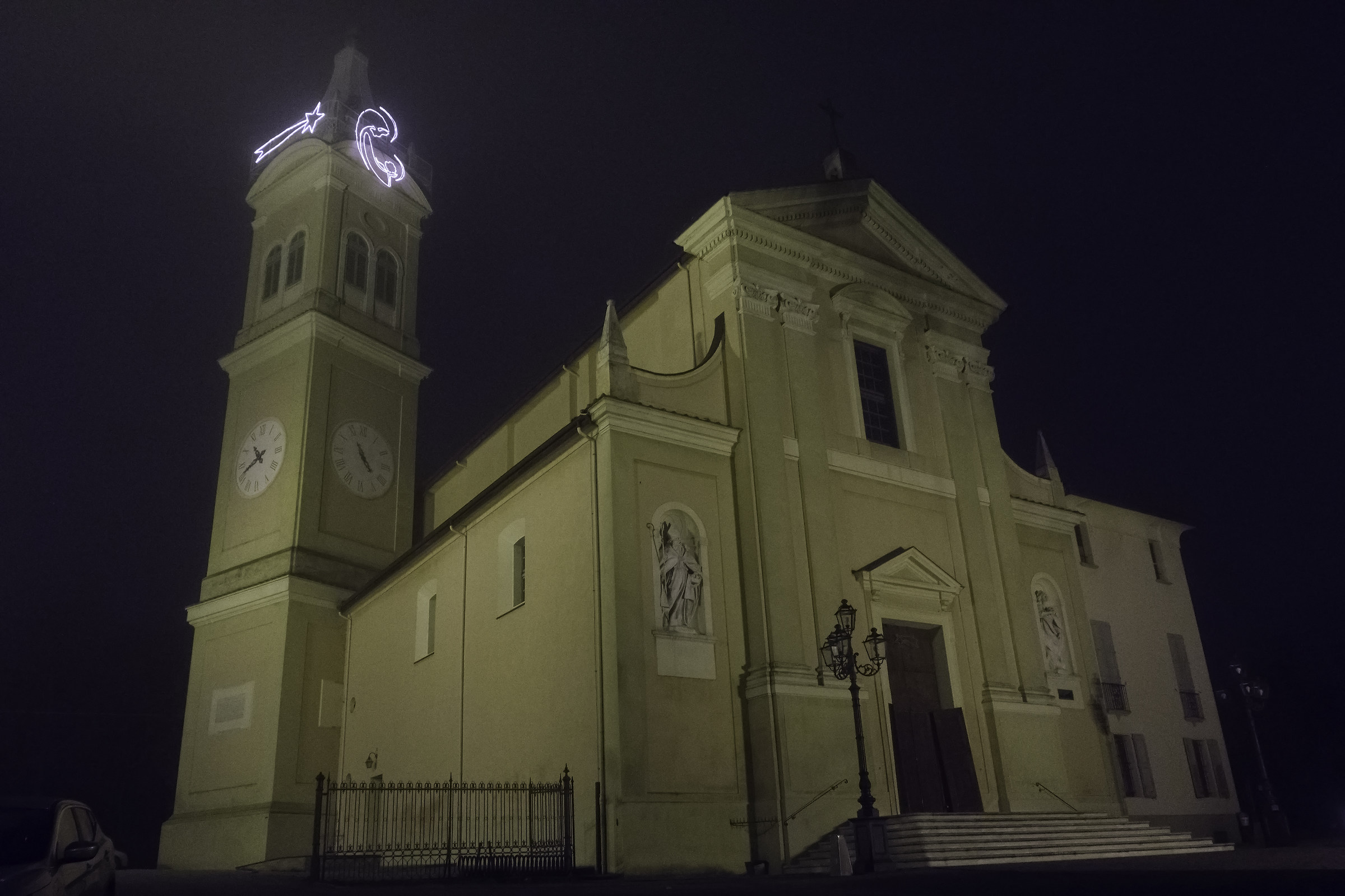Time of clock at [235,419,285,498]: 10:41
